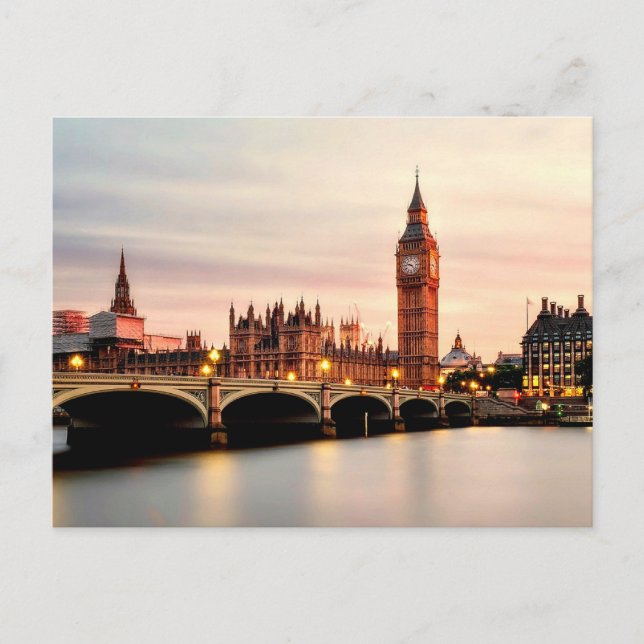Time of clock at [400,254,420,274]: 9:22
